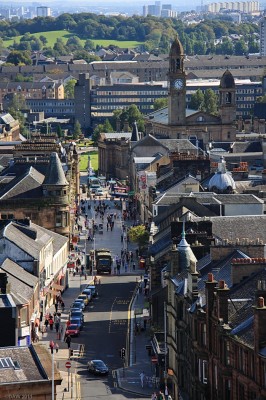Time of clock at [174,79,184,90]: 11:21
